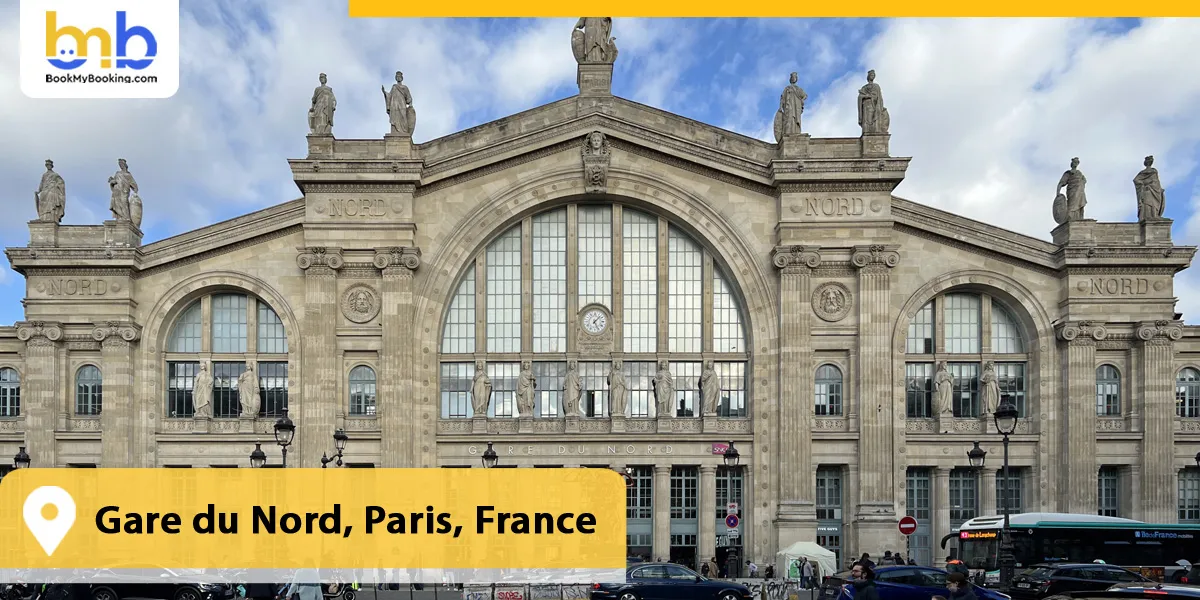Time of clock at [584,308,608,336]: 1:26
